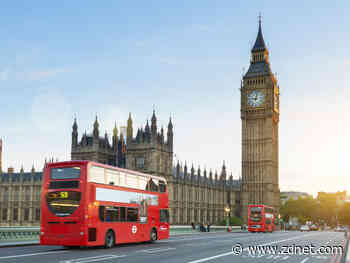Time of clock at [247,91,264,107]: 9:01
